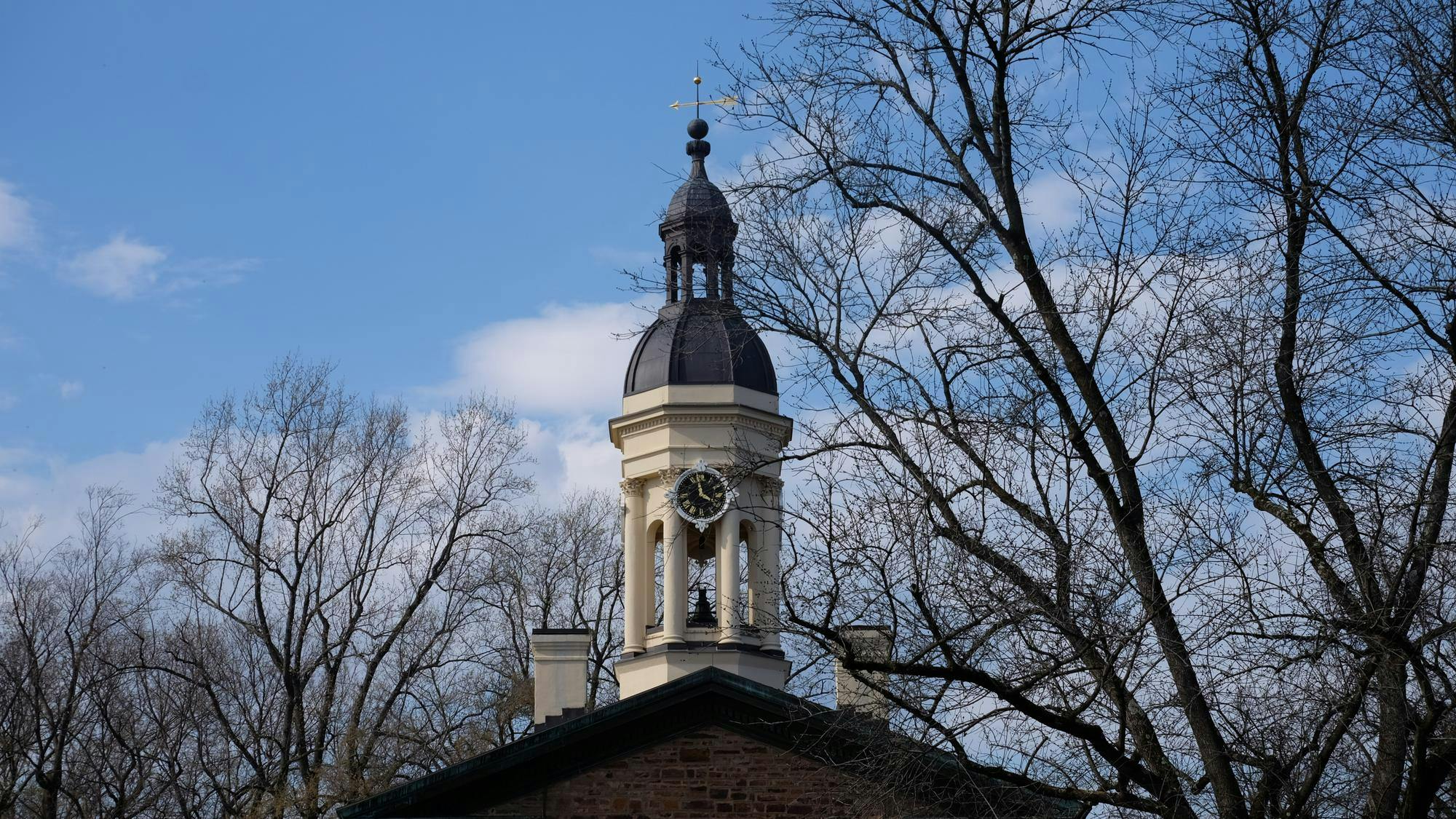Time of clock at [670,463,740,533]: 3:58
